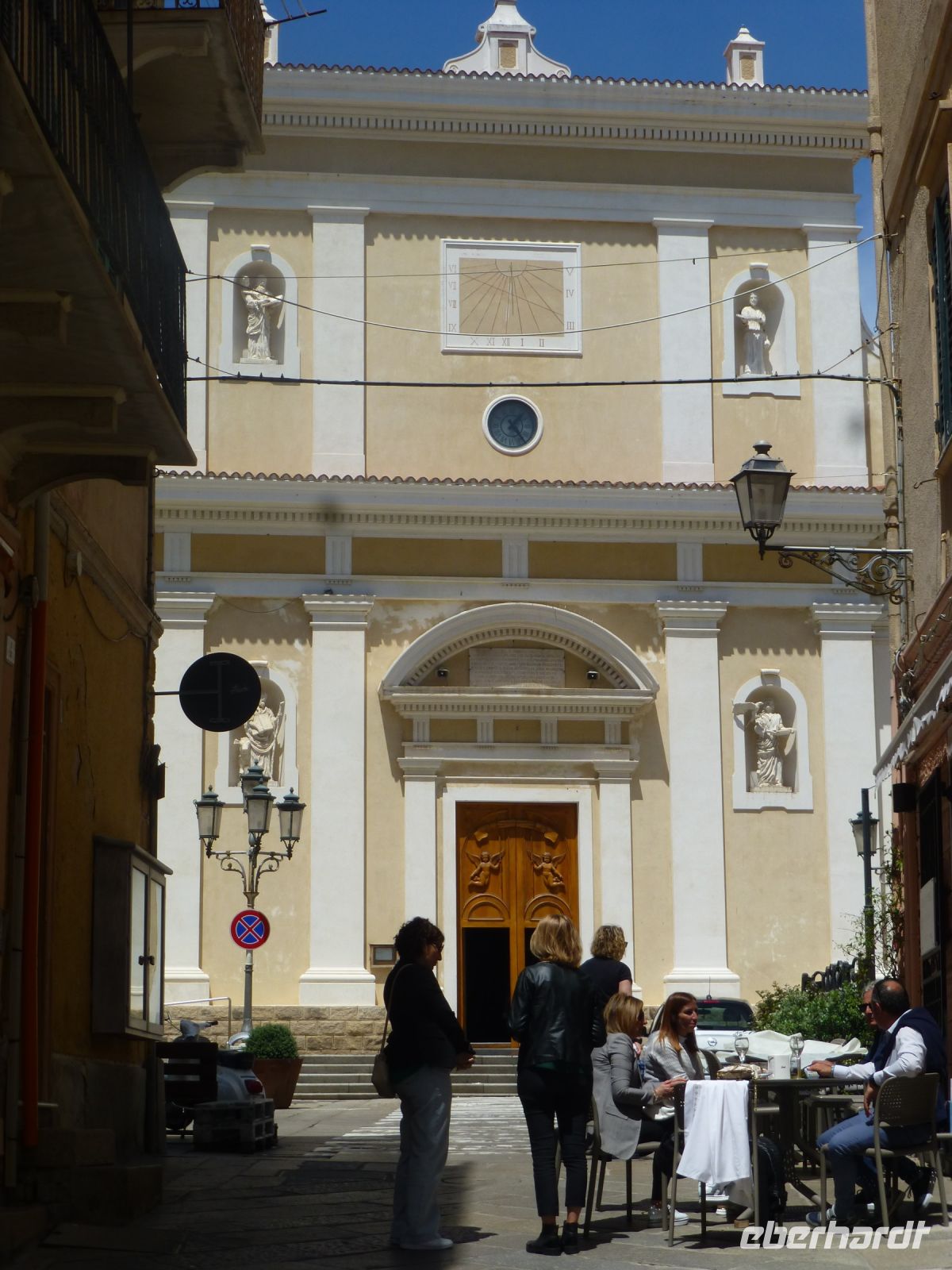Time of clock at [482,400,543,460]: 1:23
